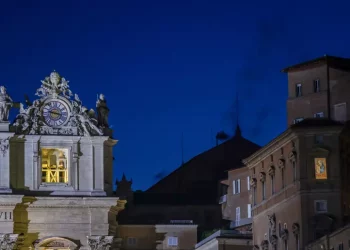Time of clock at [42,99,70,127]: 9:17
